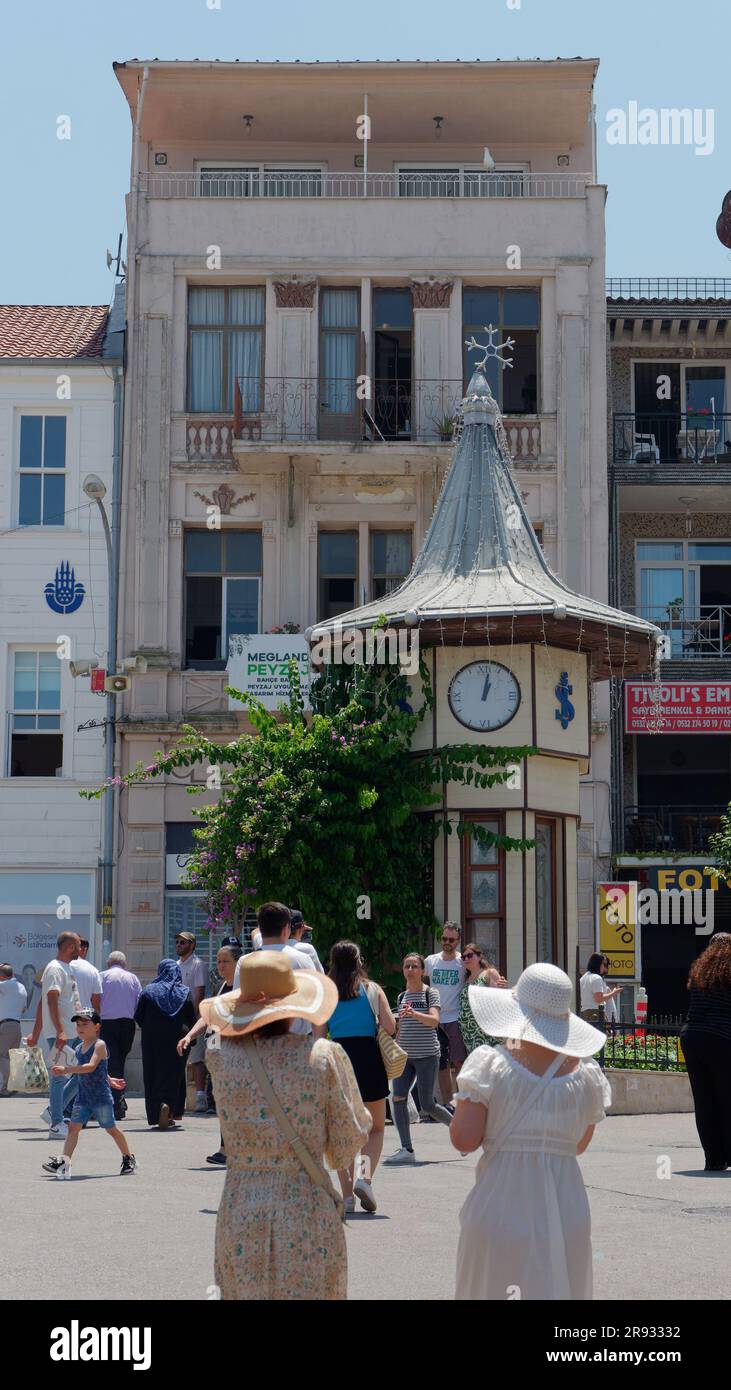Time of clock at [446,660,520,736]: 1:02
